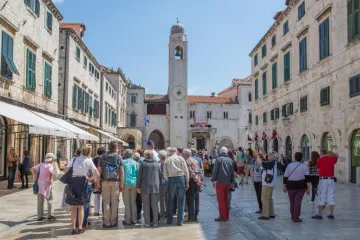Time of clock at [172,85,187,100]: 9:02
